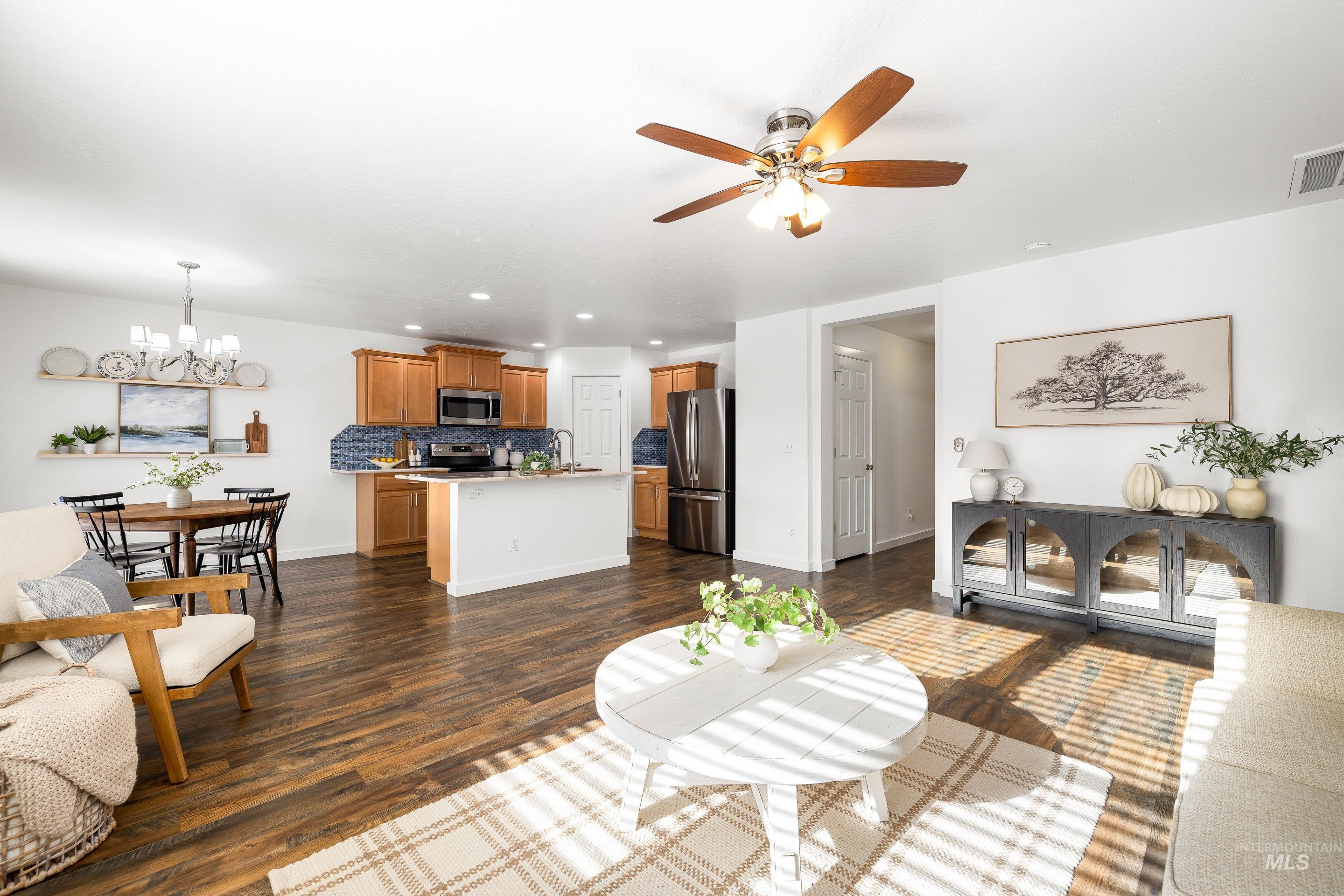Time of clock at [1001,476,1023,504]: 1:14
